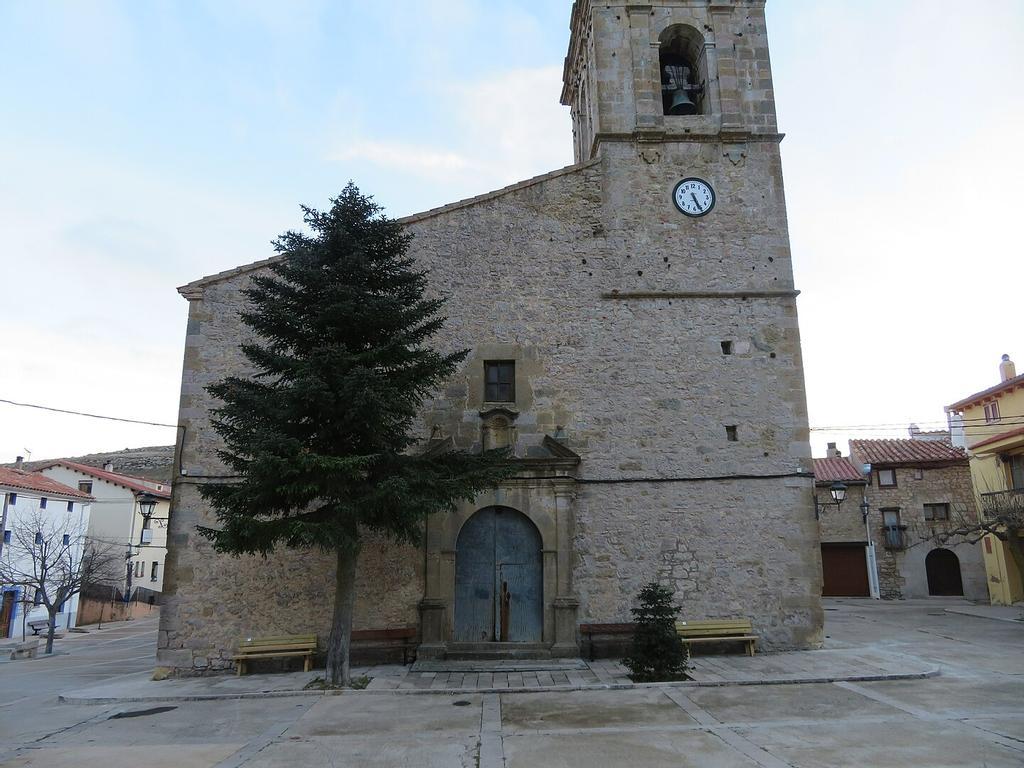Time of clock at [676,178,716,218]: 5:26
